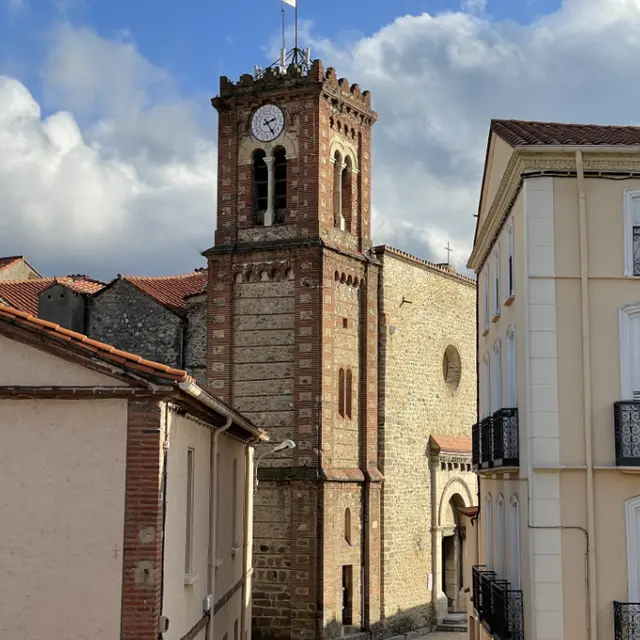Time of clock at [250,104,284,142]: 2:24
